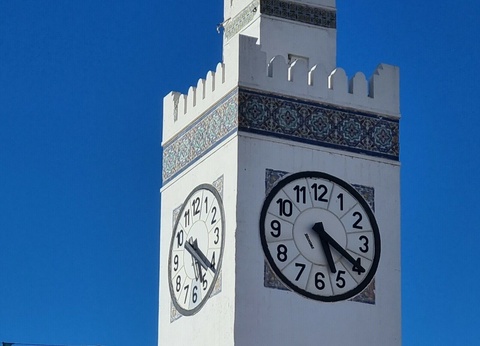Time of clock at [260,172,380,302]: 5:20
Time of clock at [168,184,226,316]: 5:20
